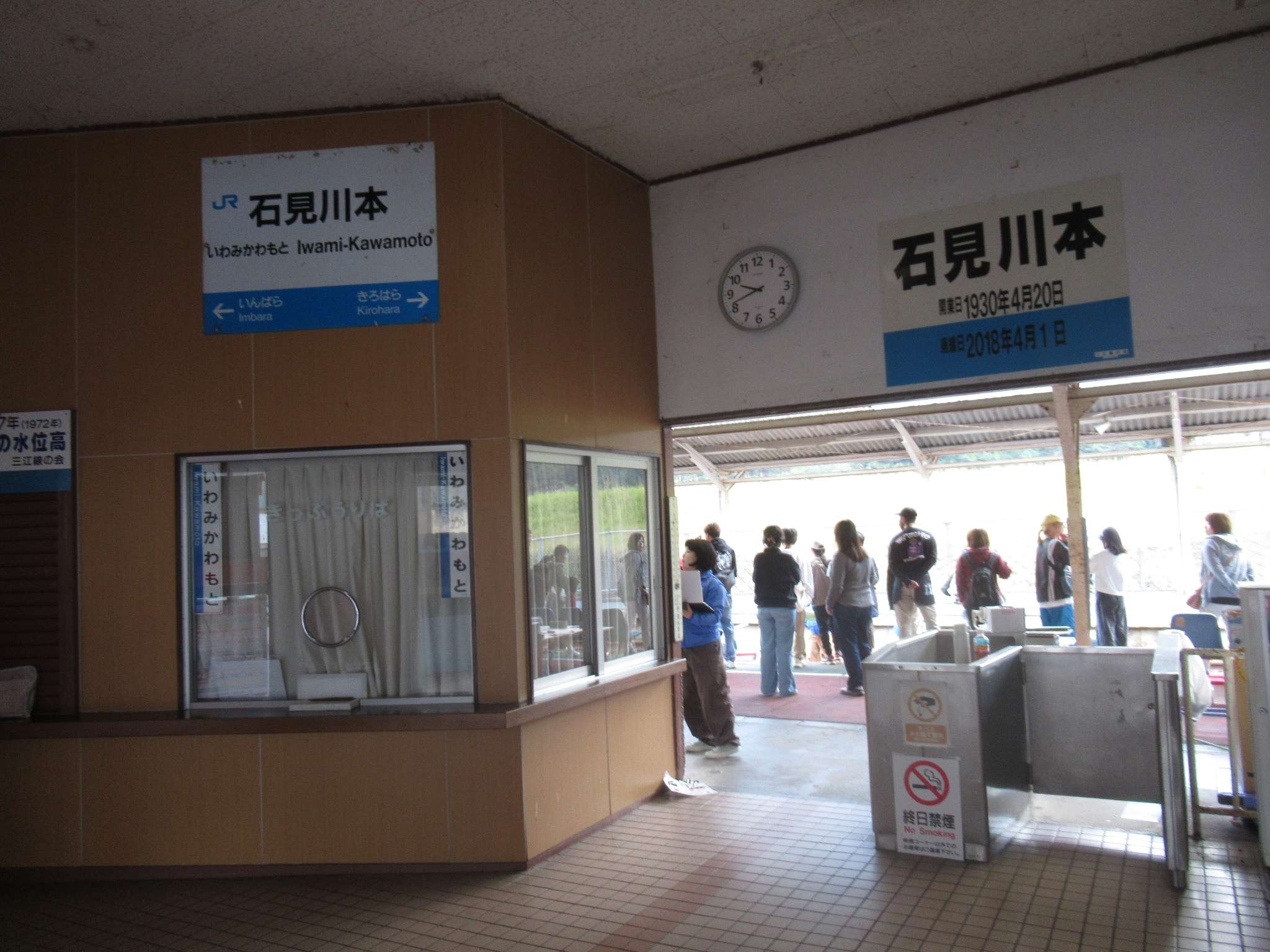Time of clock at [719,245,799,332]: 9:41
